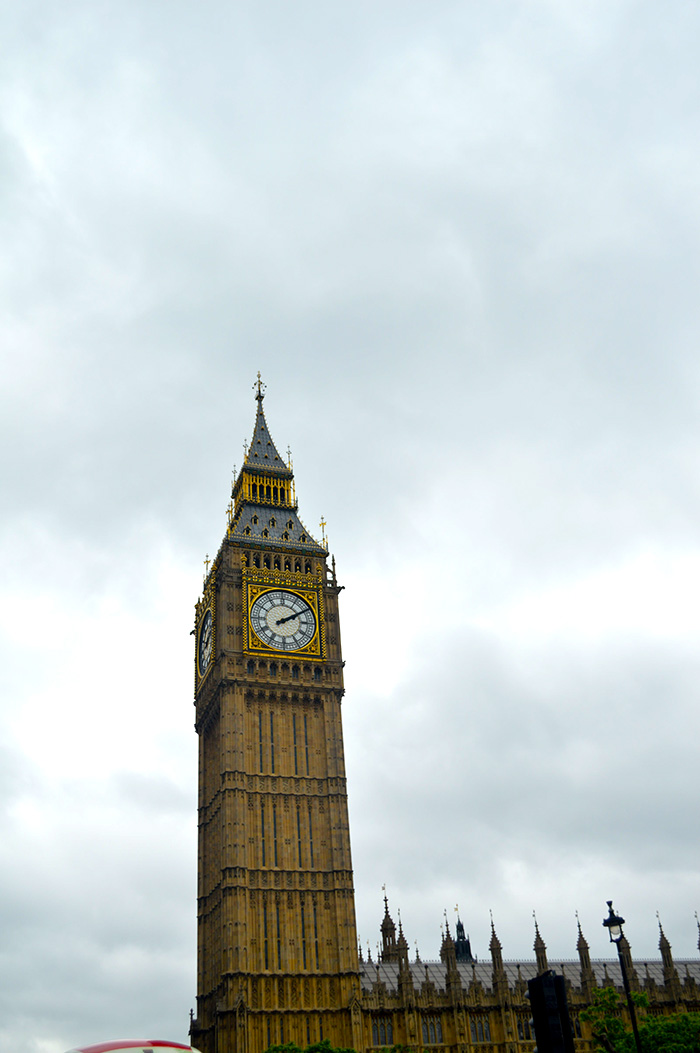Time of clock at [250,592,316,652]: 2:09
